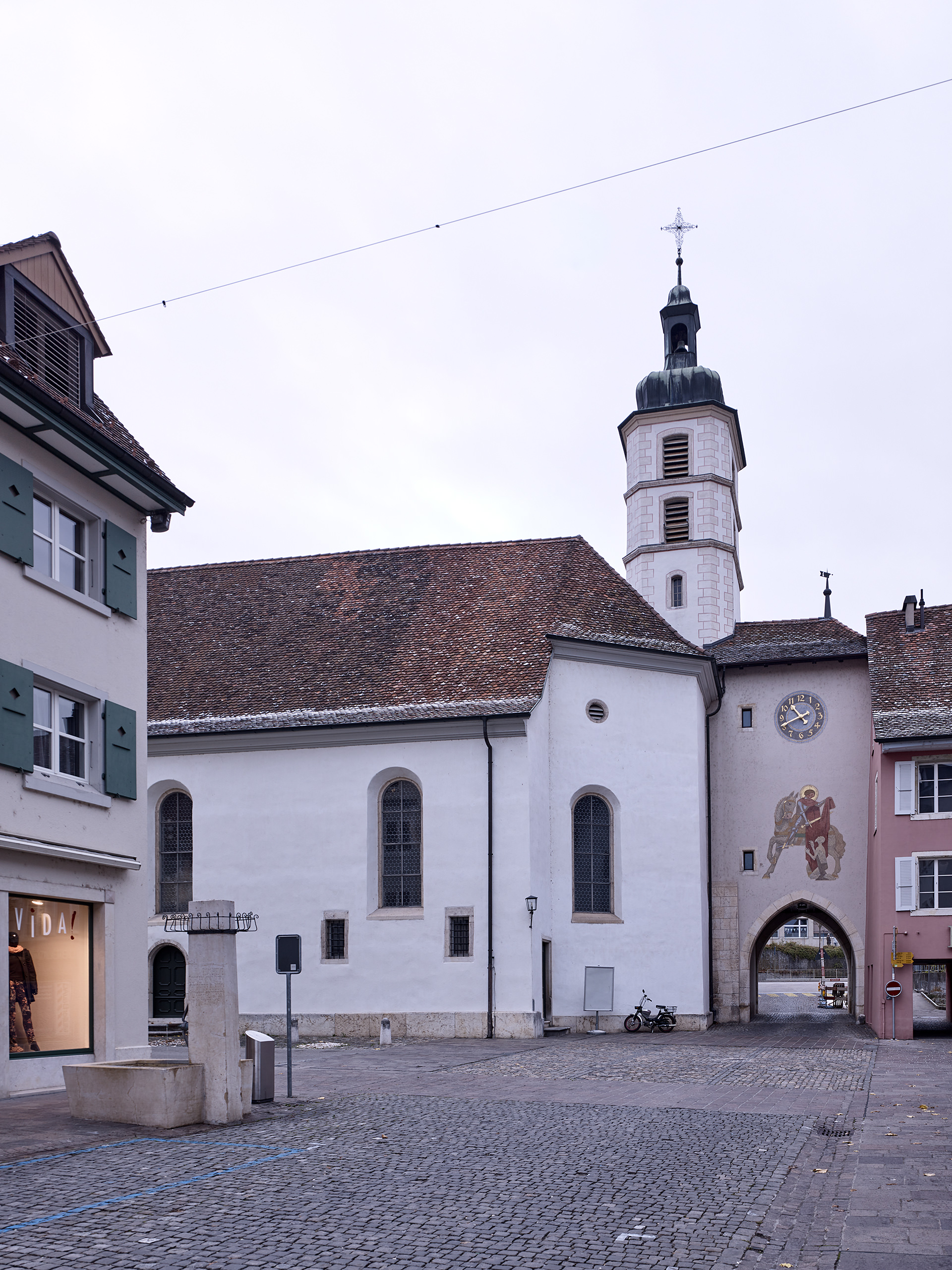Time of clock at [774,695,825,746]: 10:41
